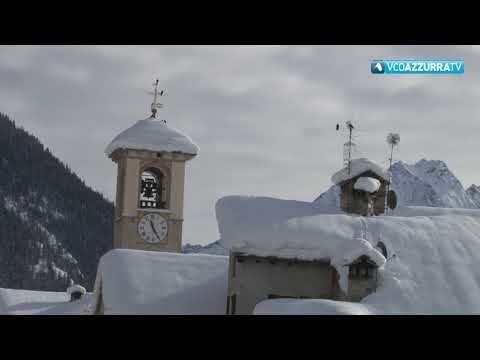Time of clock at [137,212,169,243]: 11:25
